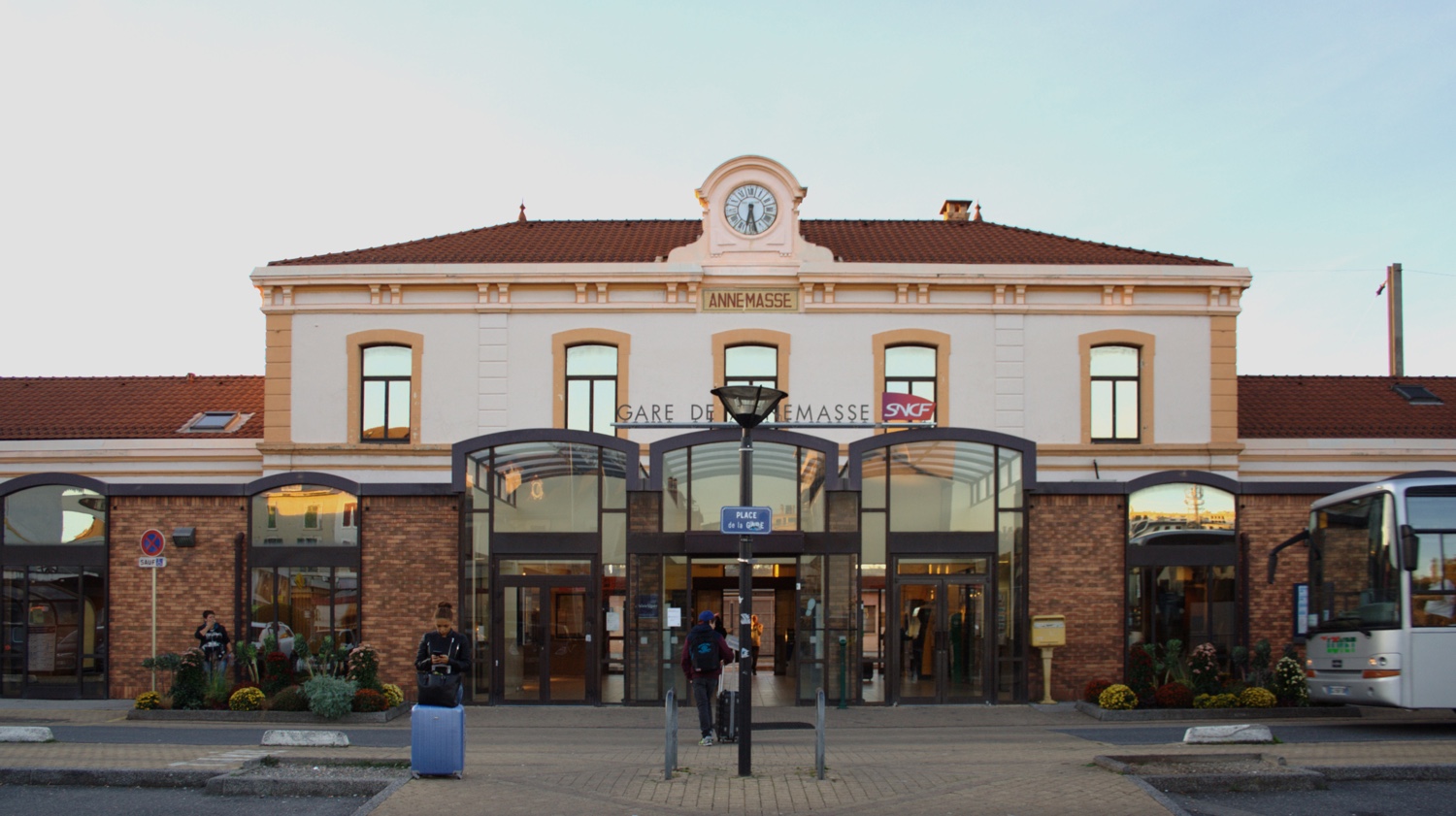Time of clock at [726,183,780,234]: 6:28
